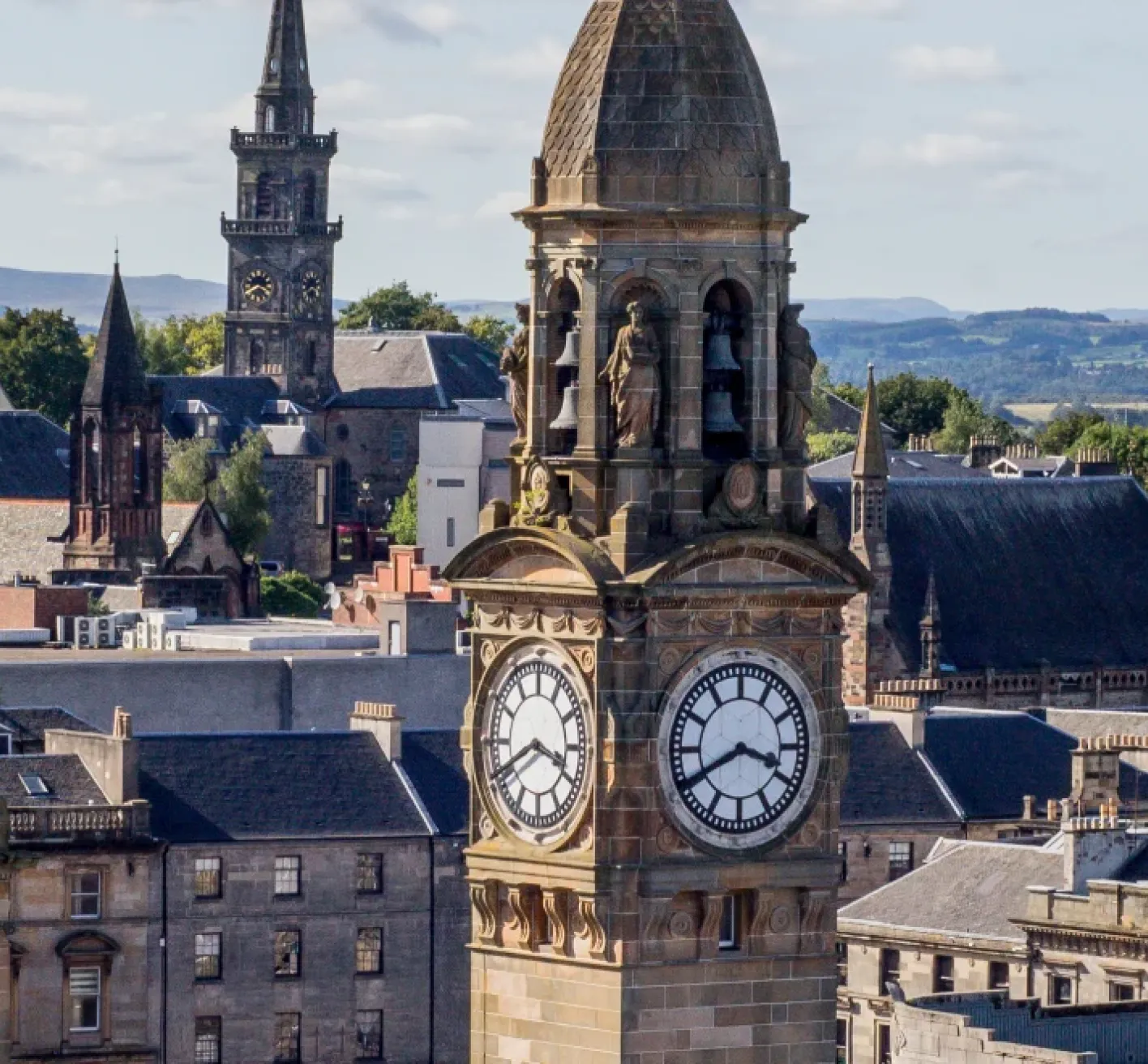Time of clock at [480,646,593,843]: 3:40
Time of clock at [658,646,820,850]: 3:40
